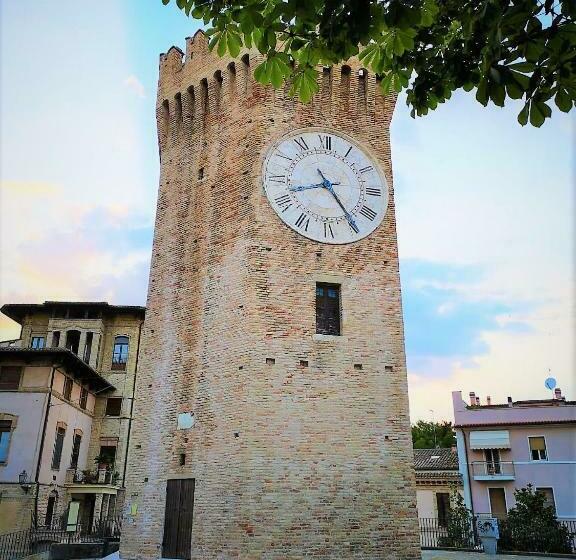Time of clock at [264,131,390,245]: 8:24
